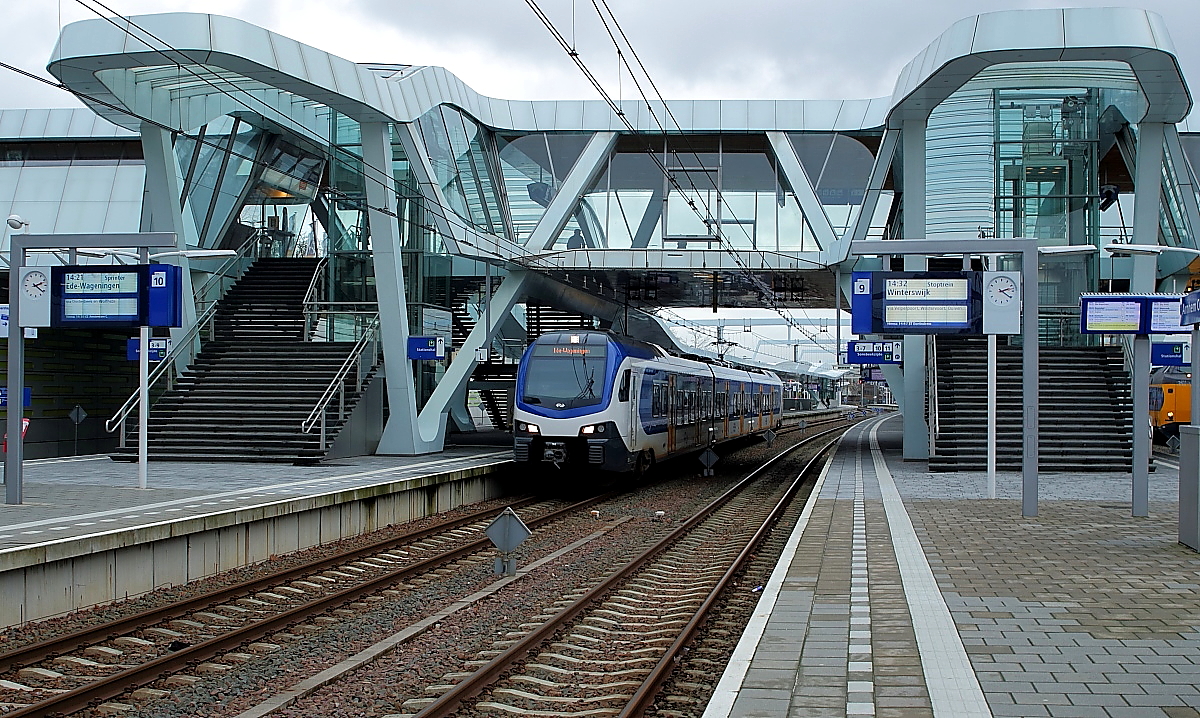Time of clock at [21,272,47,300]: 2:21
